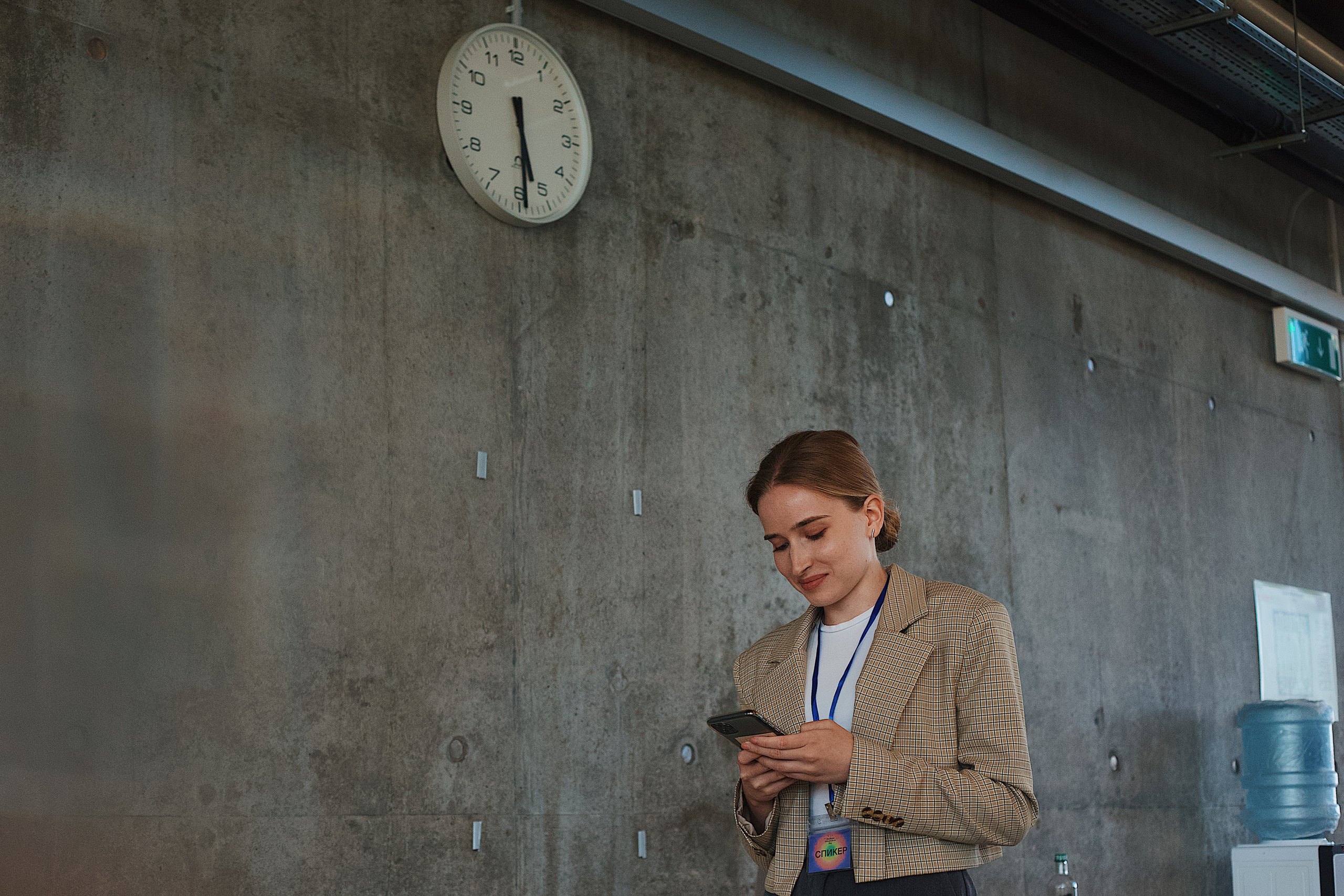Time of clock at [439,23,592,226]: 5:29
